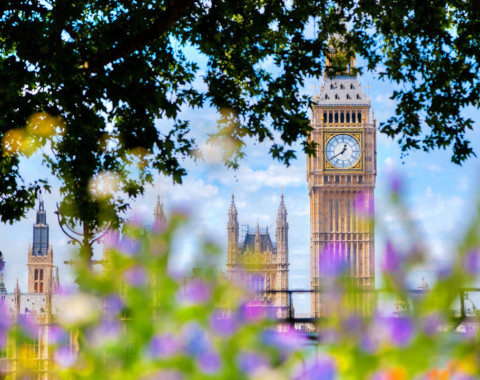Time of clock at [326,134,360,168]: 12:39
